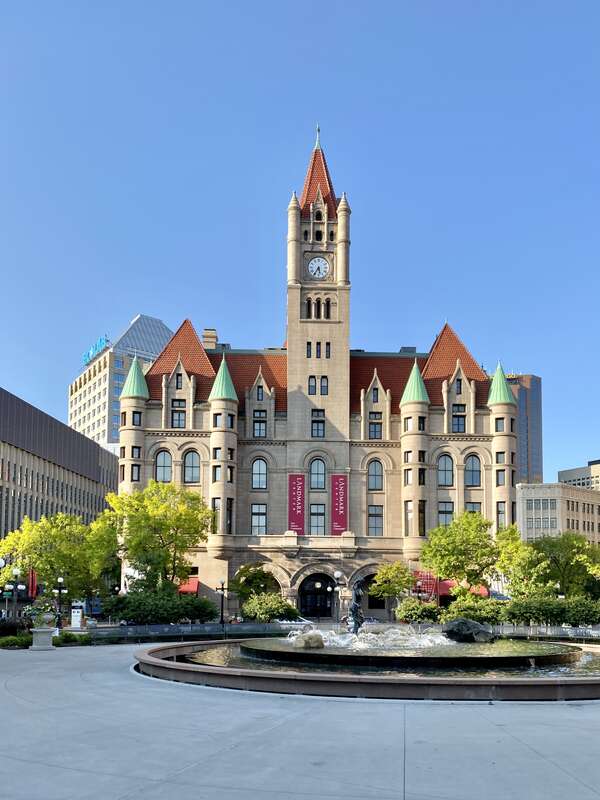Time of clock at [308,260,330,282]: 5:35
